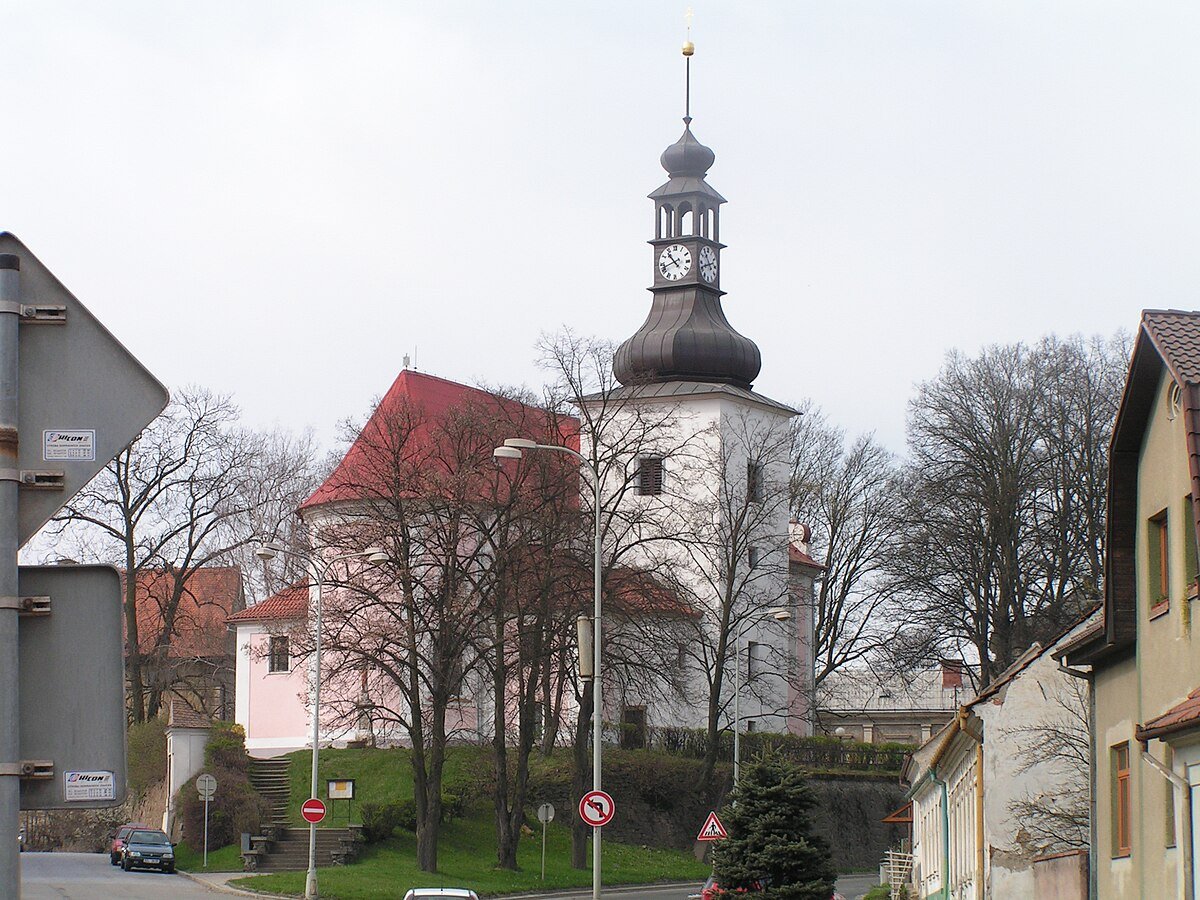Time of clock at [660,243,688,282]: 10:41
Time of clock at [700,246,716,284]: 10:41
